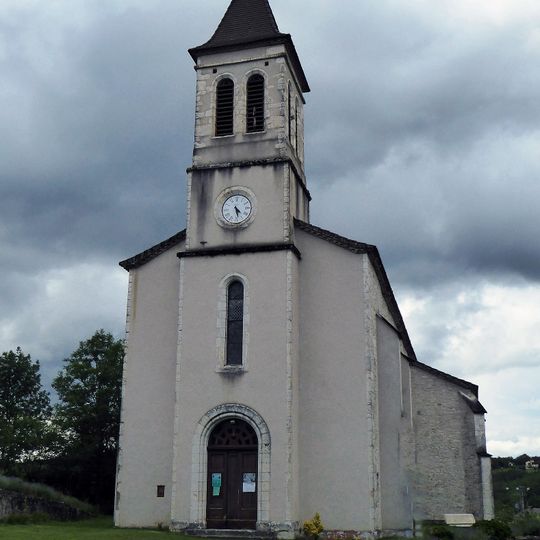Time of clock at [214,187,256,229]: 4:27
